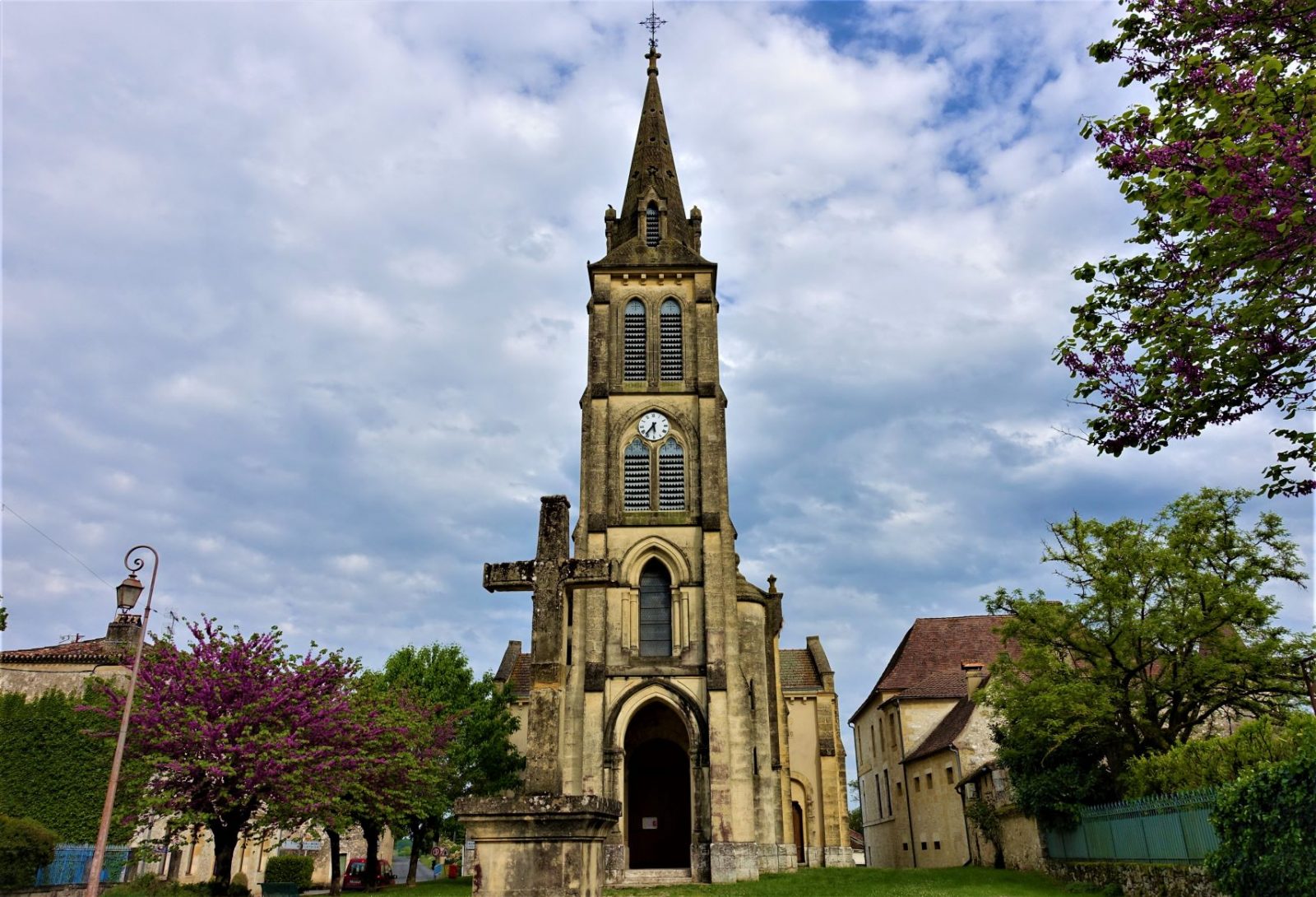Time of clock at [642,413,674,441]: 5:36
